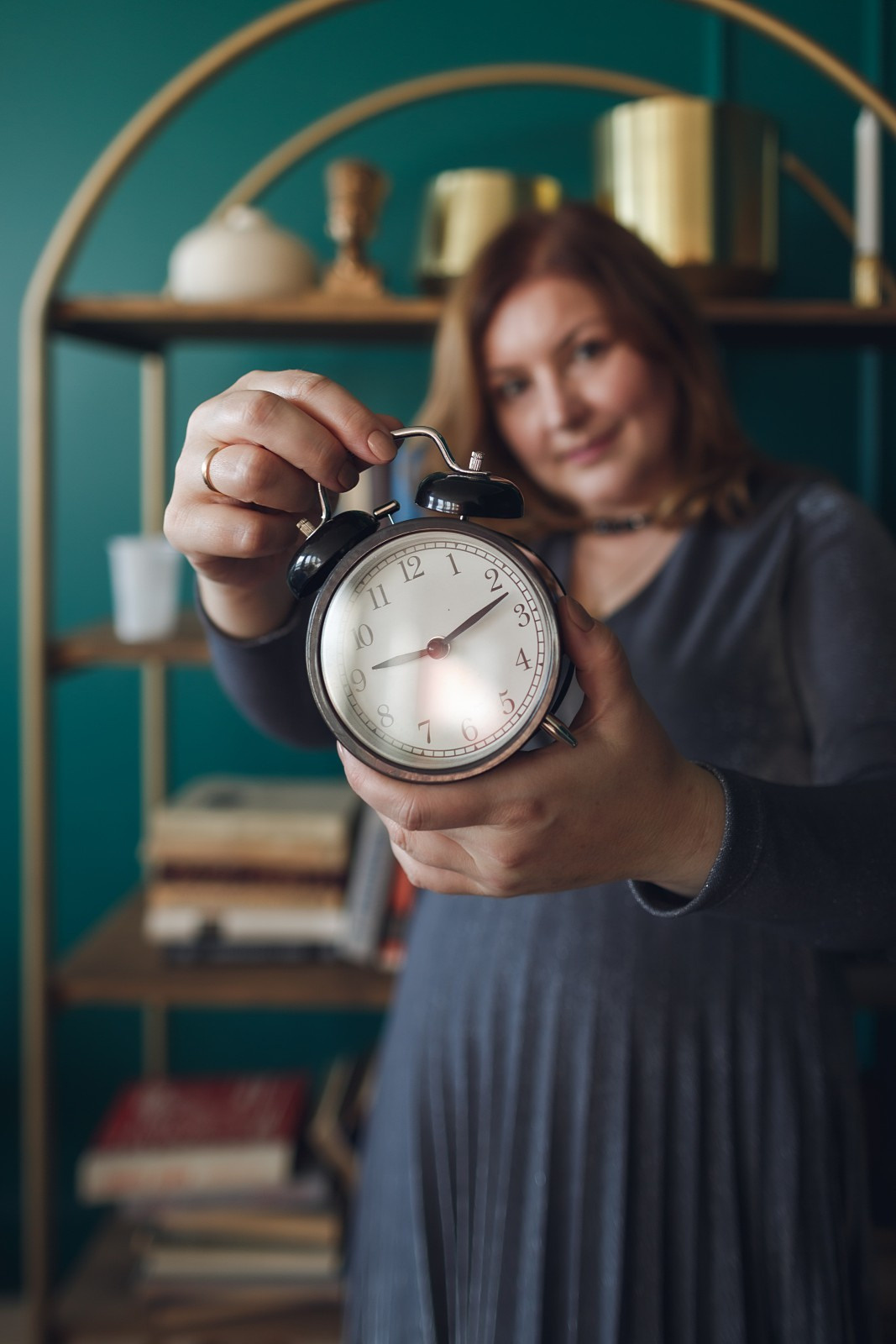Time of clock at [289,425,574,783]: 9:12
